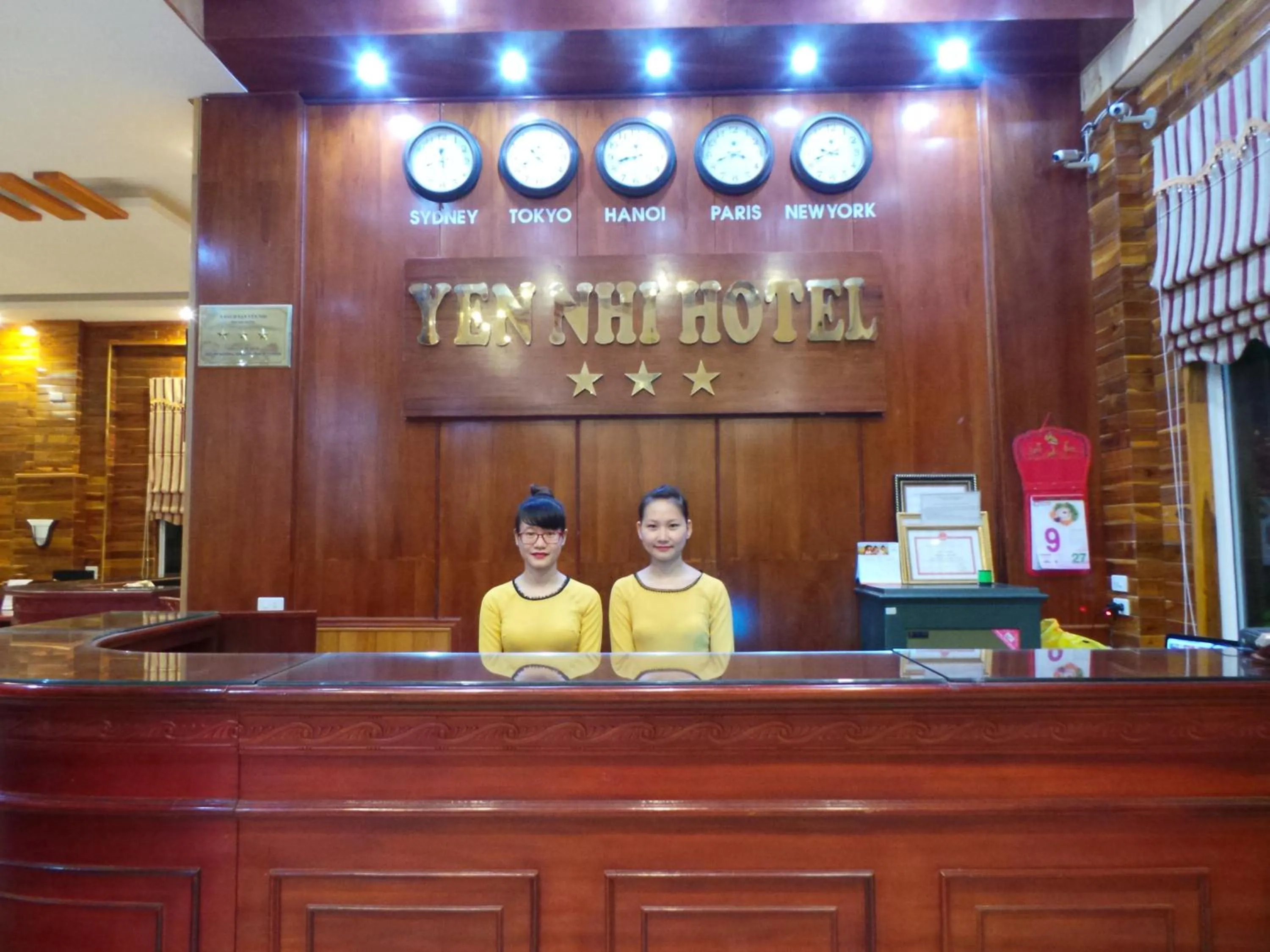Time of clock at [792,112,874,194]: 9:41
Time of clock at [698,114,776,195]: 3:41
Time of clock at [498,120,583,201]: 10:41
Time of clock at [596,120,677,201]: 8:42
